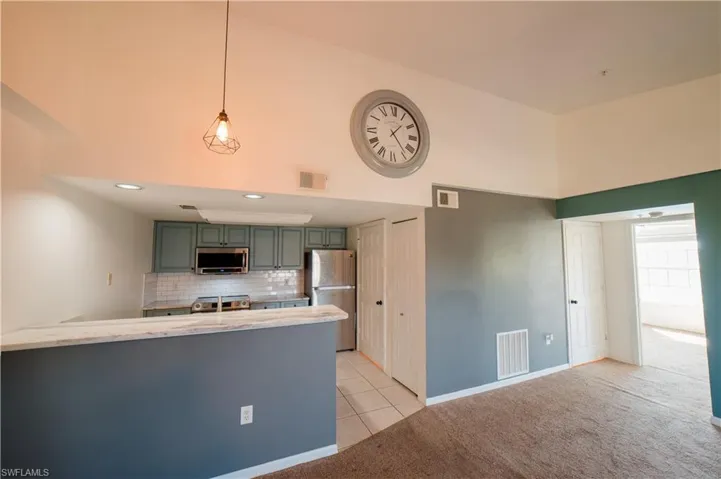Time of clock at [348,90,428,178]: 1:23
